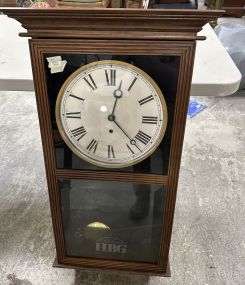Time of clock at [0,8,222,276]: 12:23
